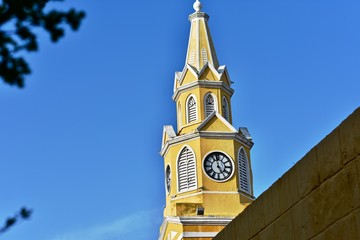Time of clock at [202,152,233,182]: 4:58
